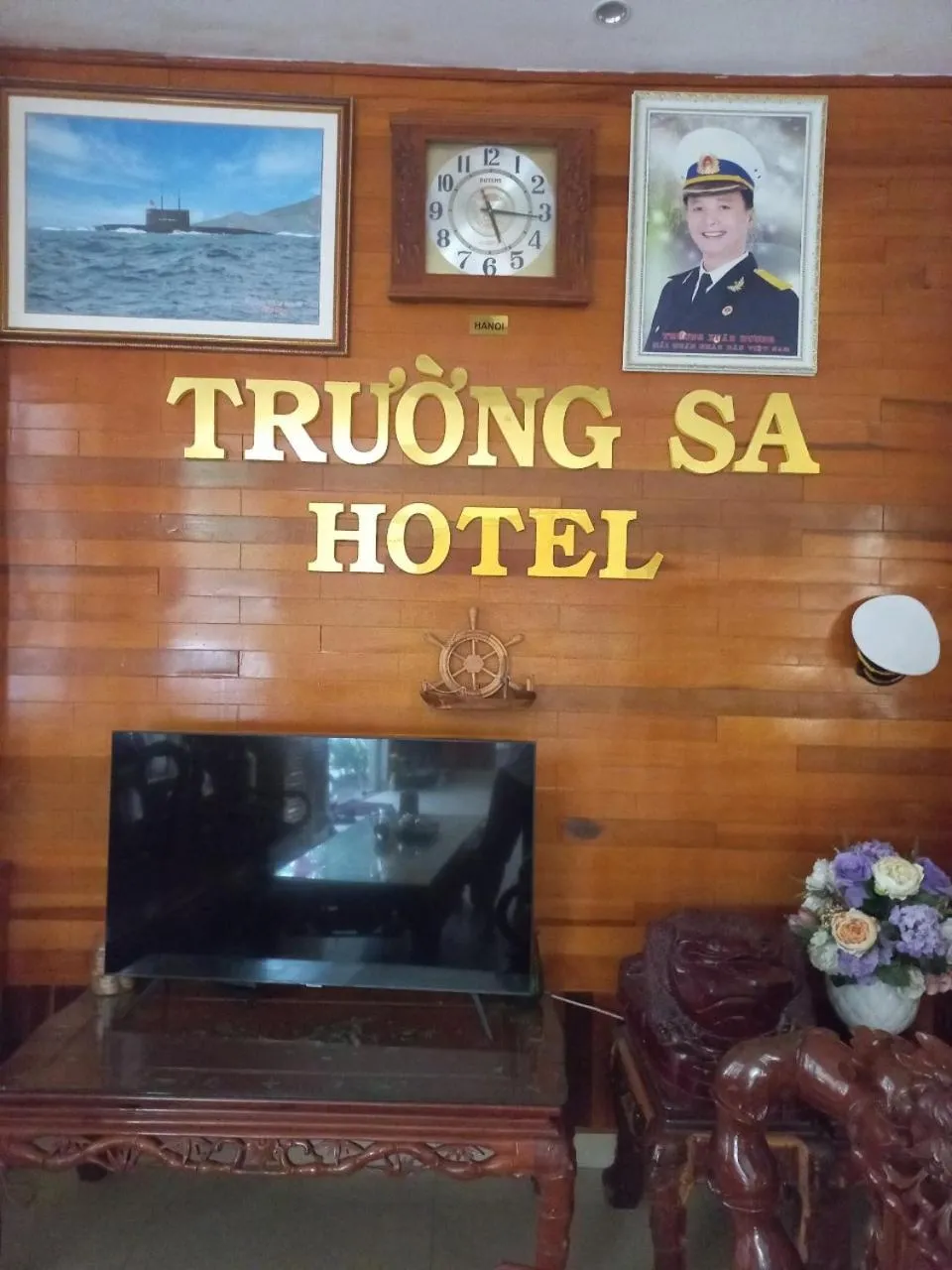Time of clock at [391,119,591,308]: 5:15
